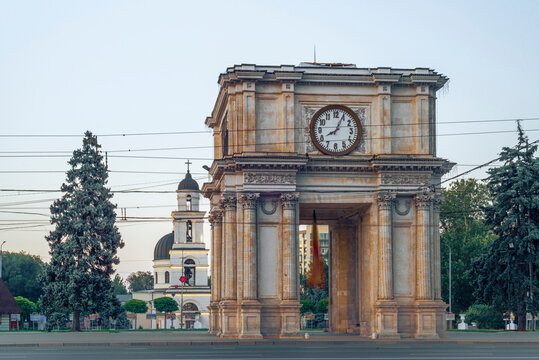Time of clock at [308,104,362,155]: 8:04
